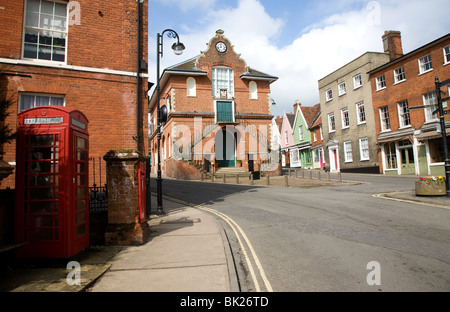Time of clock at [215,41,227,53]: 11:42
